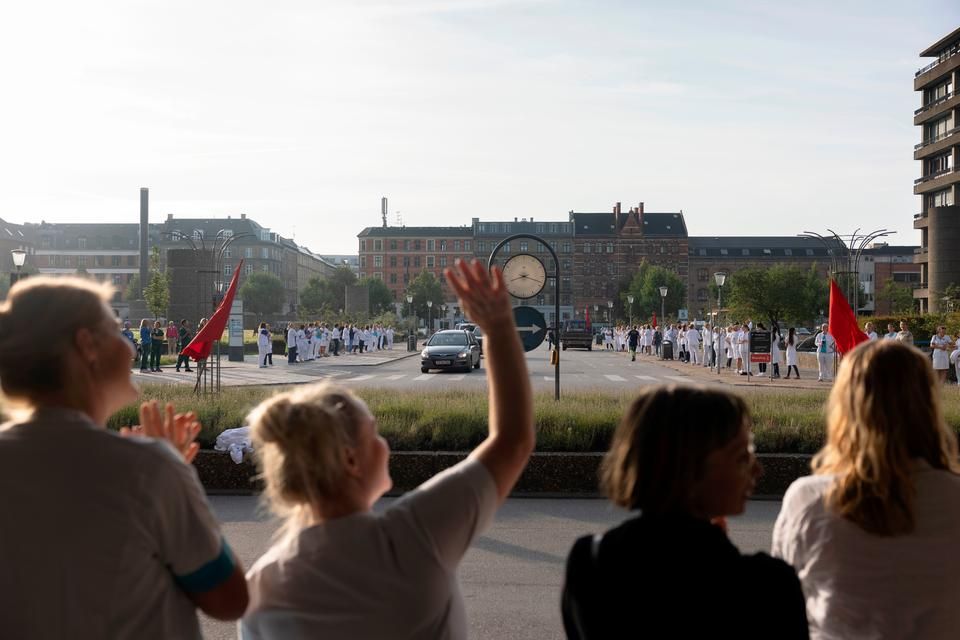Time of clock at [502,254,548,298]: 8:18
